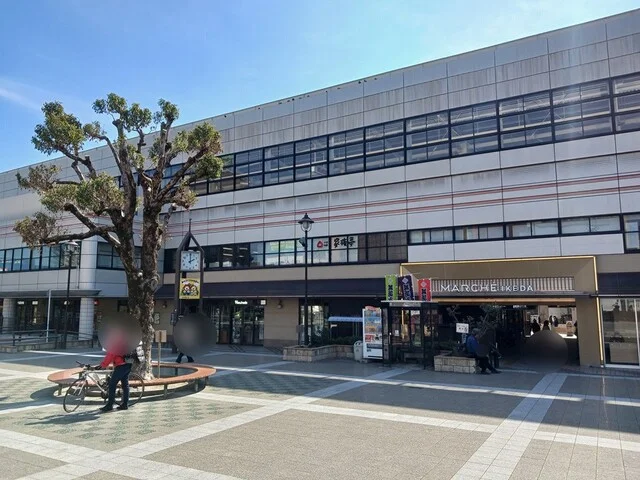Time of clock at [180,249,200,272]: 2:00
